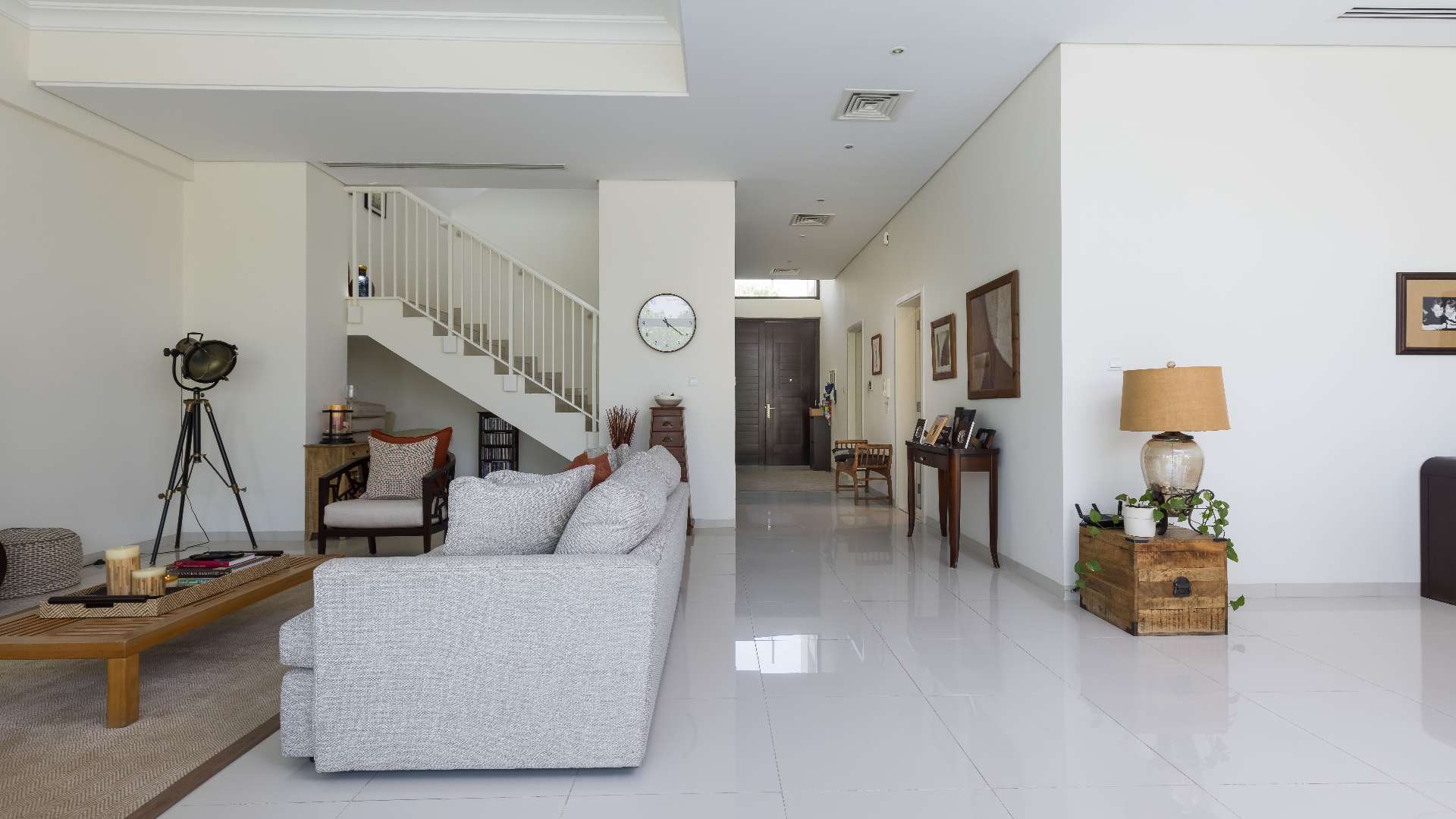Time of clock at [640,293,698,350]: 4:21
